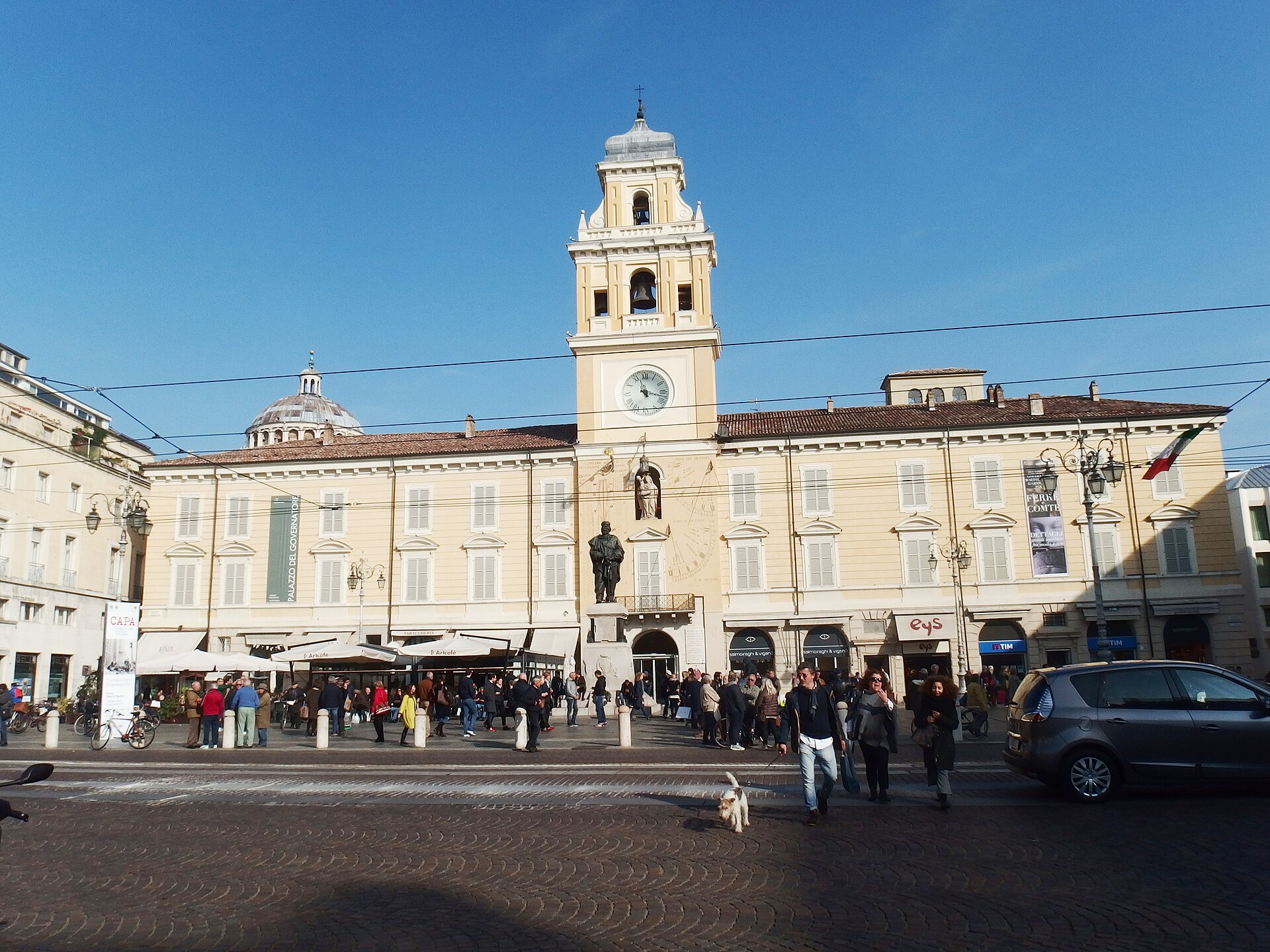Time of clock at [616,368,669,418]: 11:17
